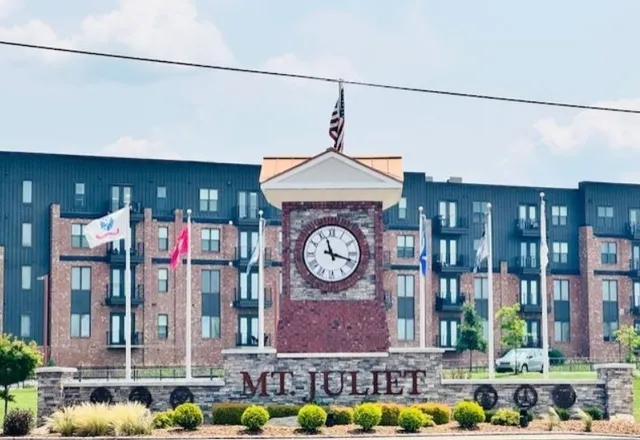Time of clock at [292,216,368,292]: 11:18
